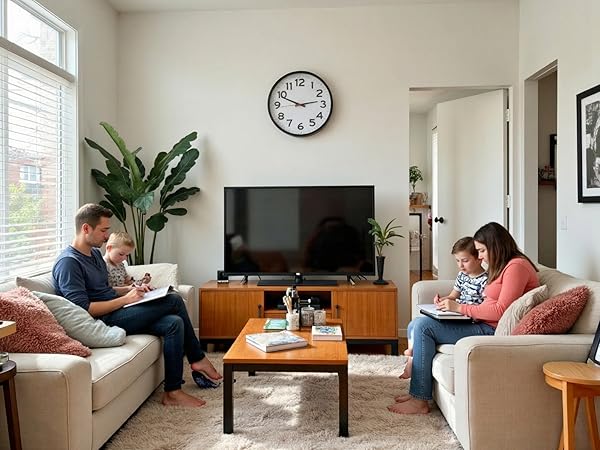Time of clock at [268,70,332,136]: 2:49
